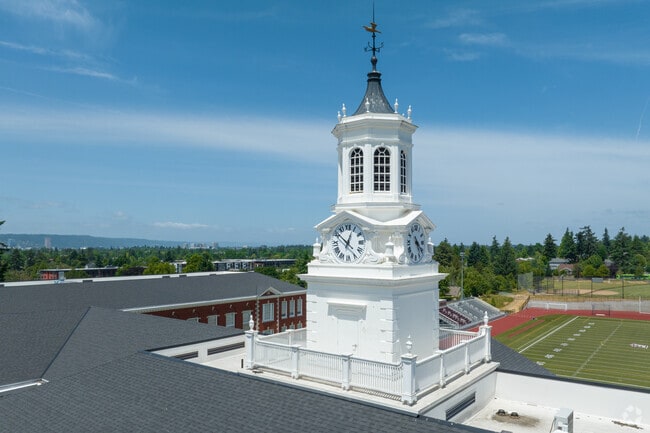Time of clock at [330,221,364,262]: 12:52
